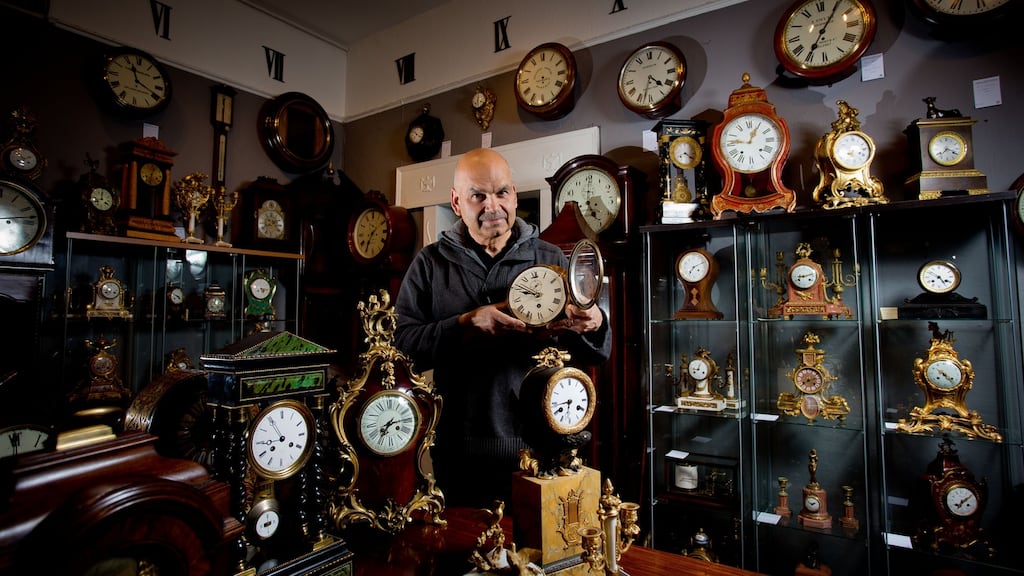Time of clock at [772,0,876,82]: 7:05
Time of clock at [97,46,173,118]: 11:18
